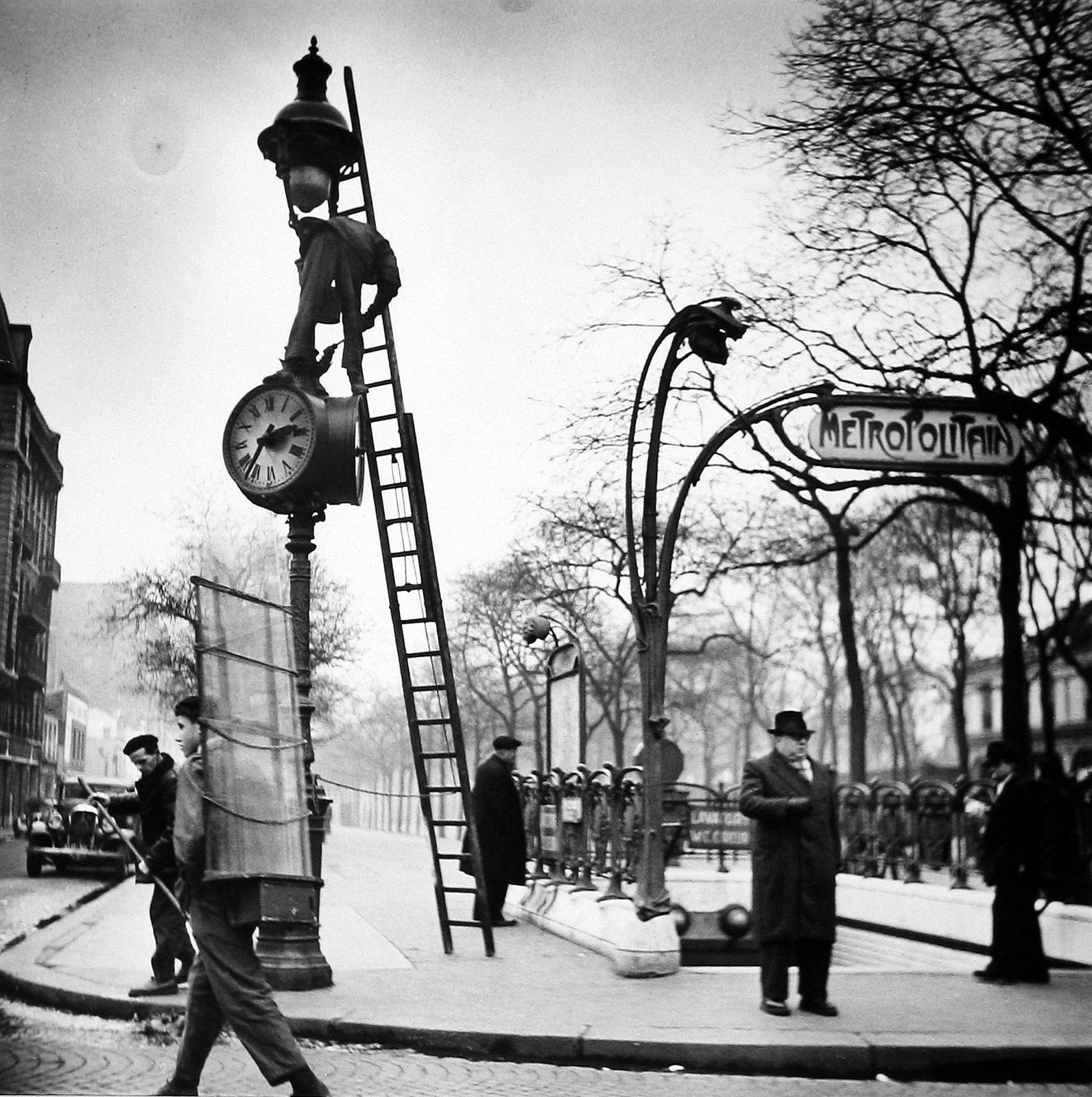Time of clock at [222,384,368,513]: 2:36
